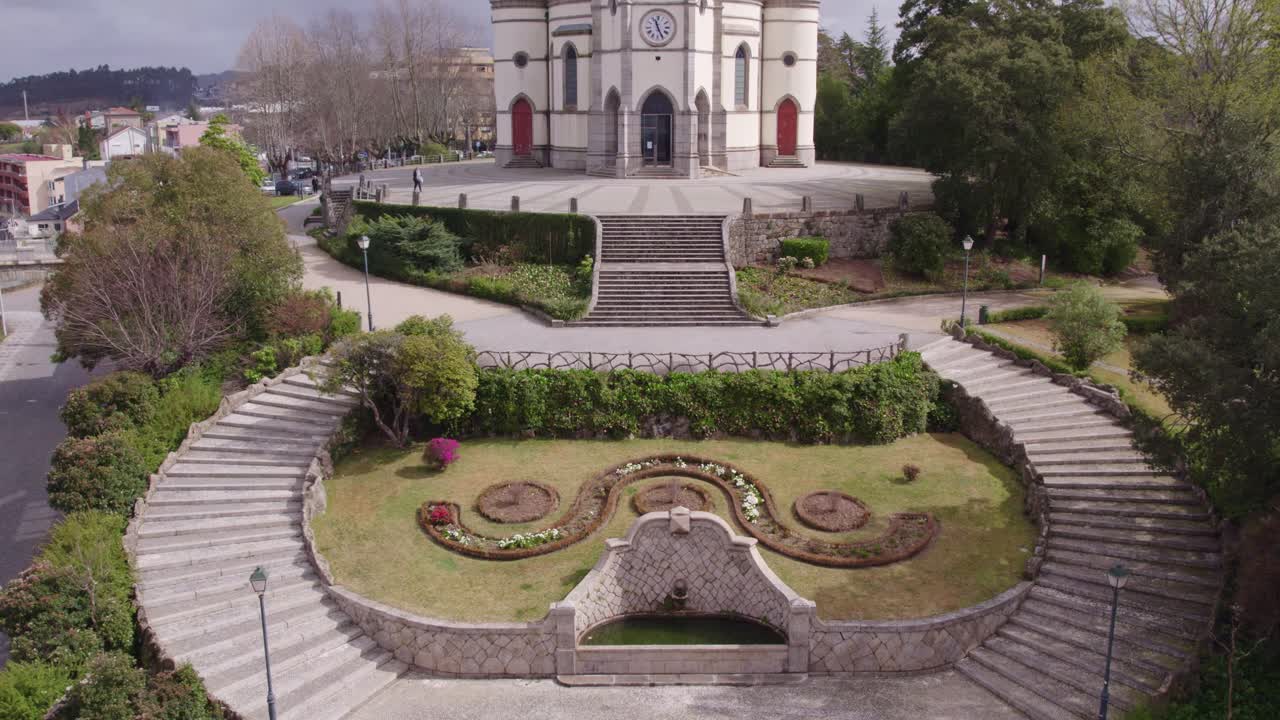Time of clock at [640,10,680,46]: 11:25
